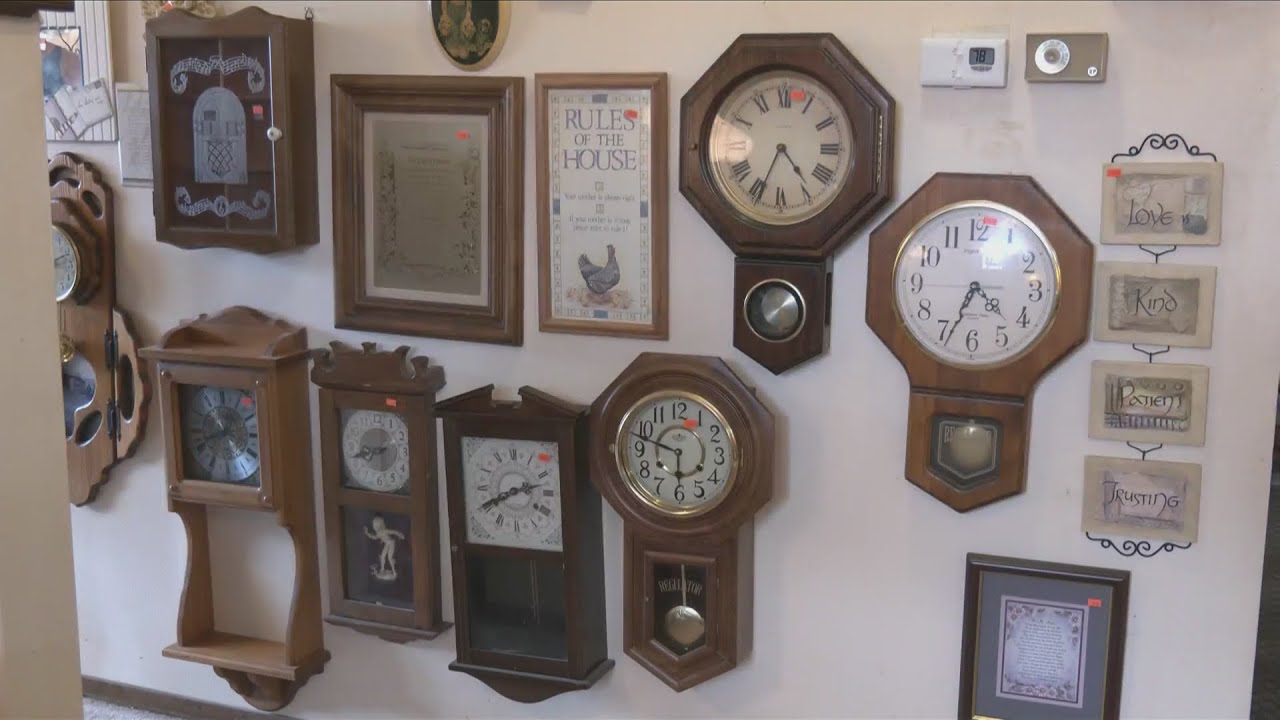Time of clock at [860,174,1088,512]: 4:33
